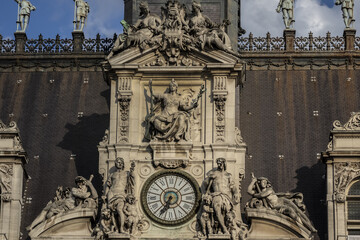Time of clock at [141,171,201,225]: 6:34
